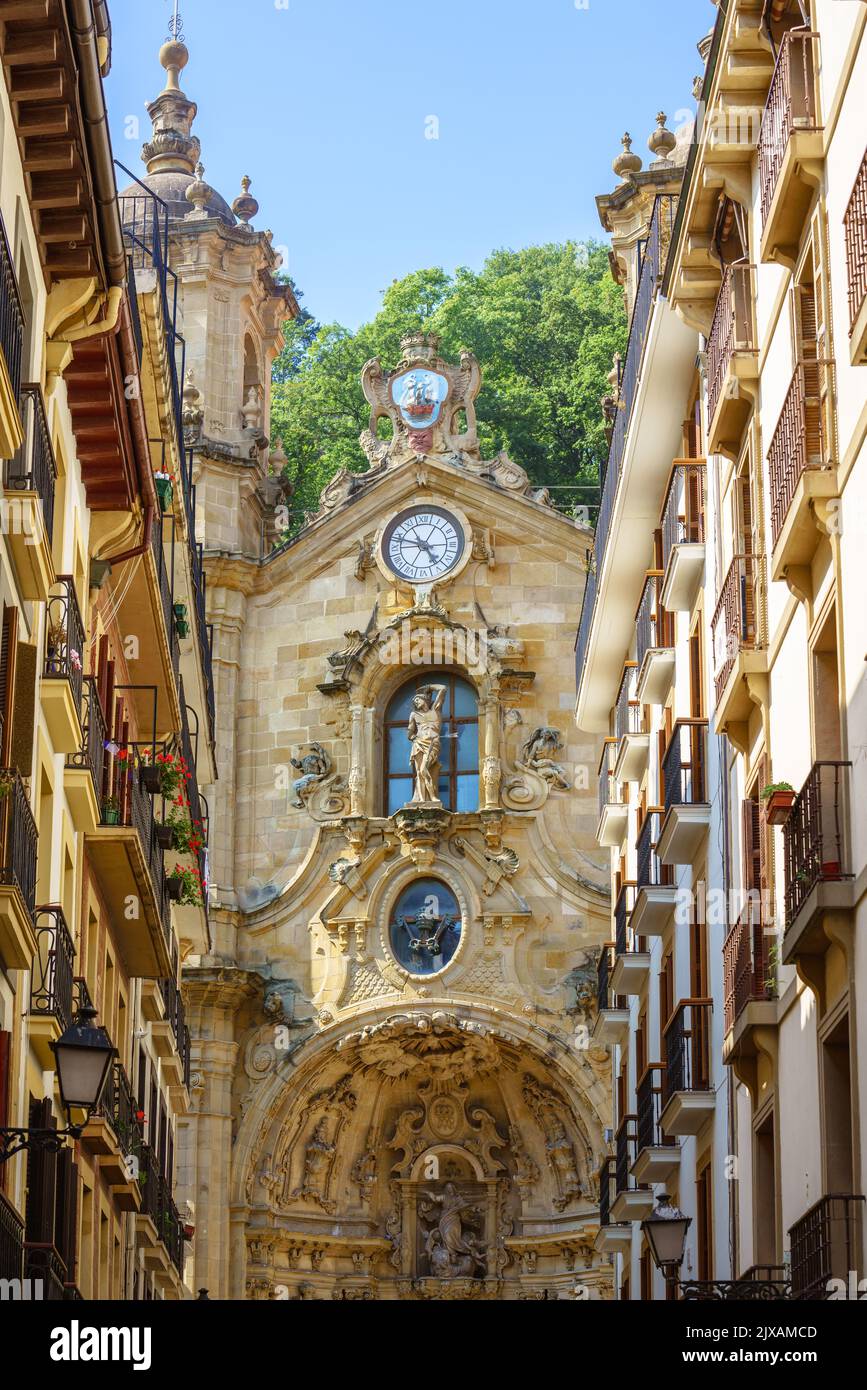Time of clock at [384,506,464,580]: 4:47
